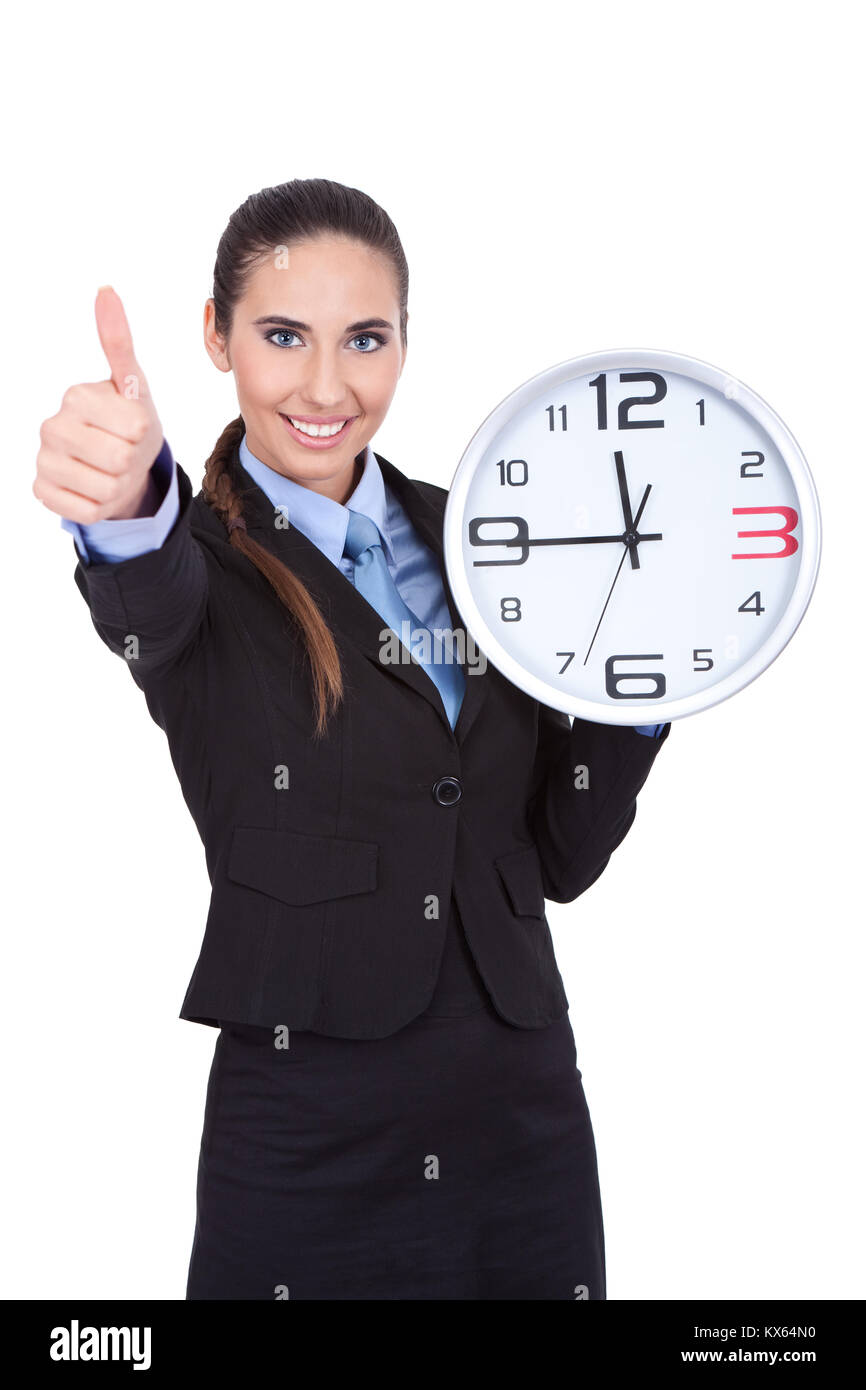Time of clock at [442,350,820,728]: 11:44
